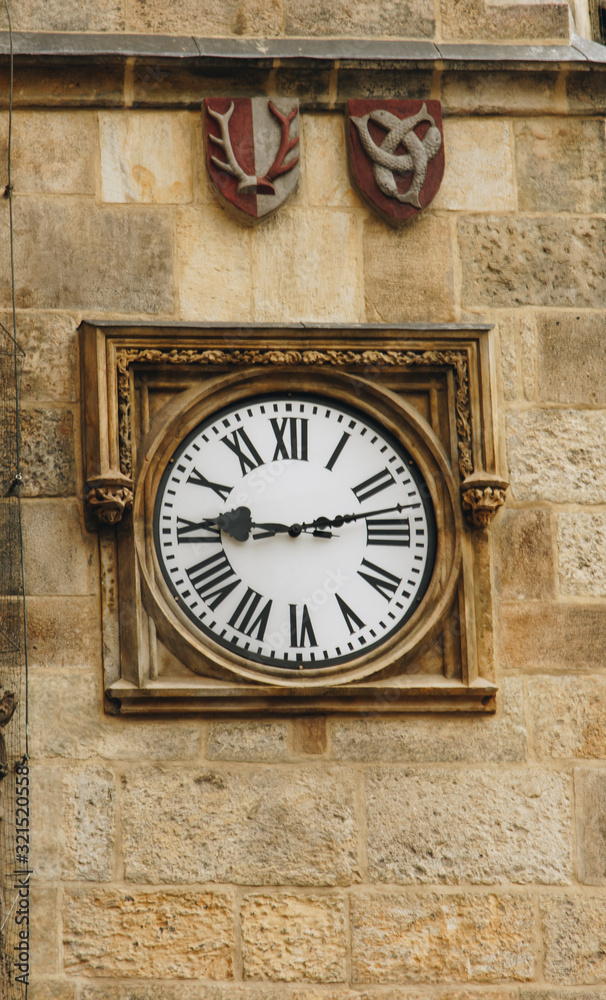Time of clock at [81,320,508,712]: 9:12
